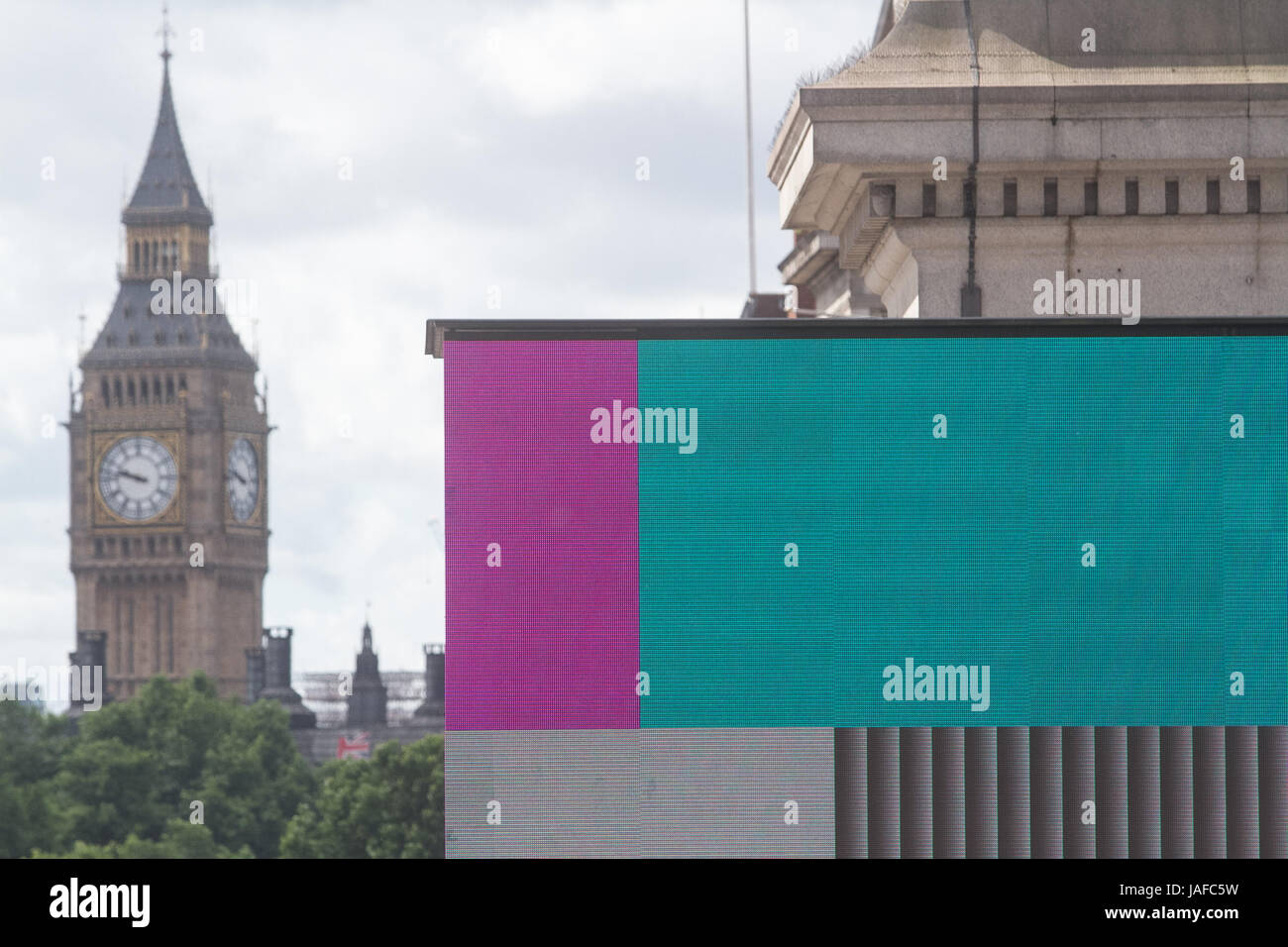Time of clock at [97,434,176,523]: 9:47
